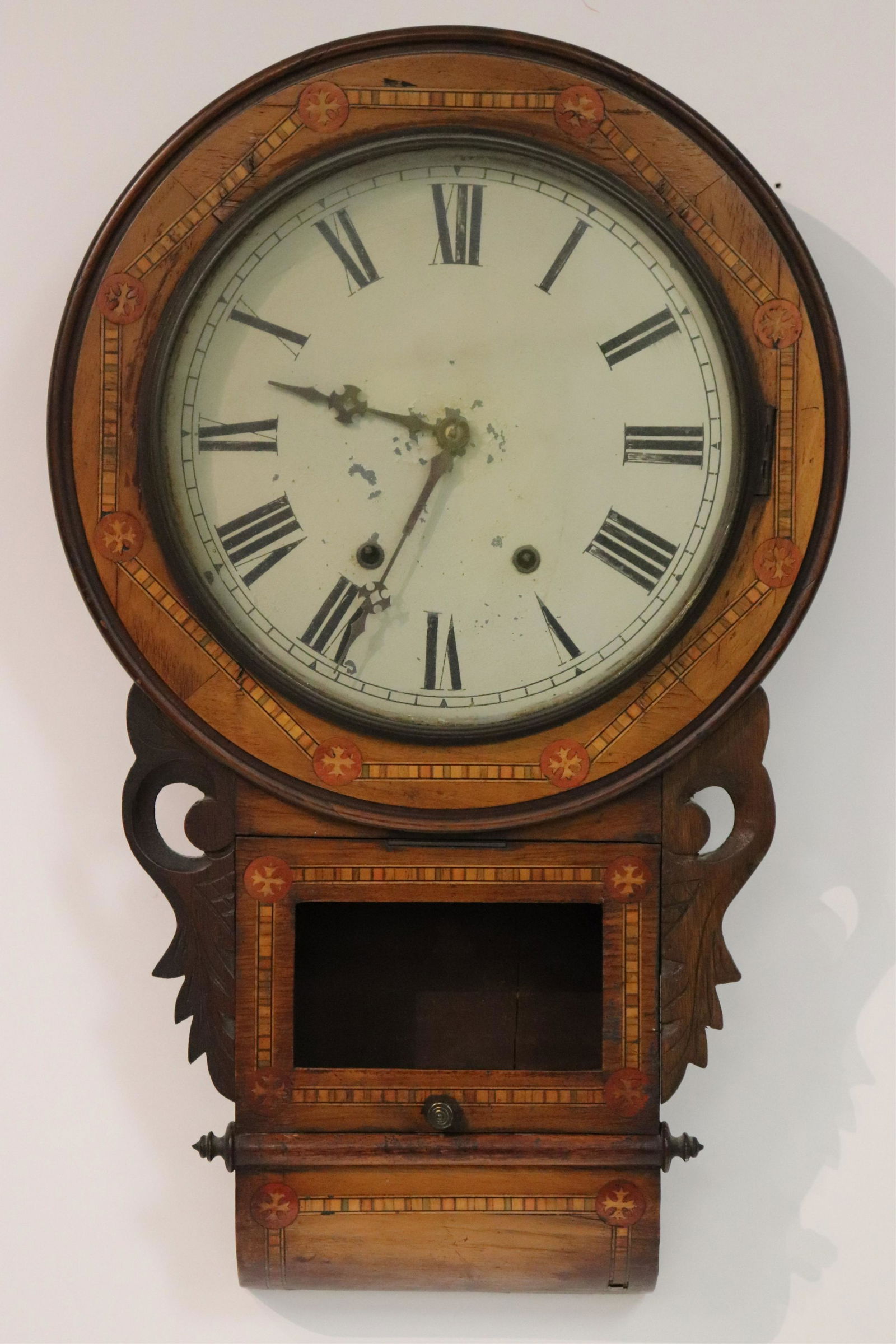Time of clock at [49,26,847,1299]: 9:34
